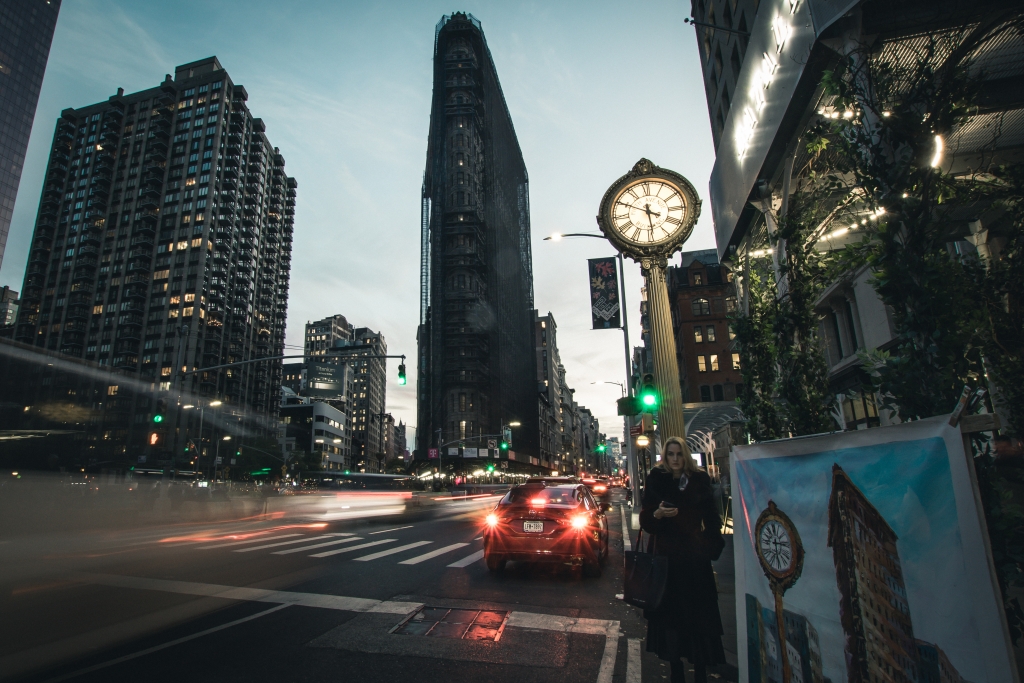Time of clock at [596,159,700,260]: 5:49
